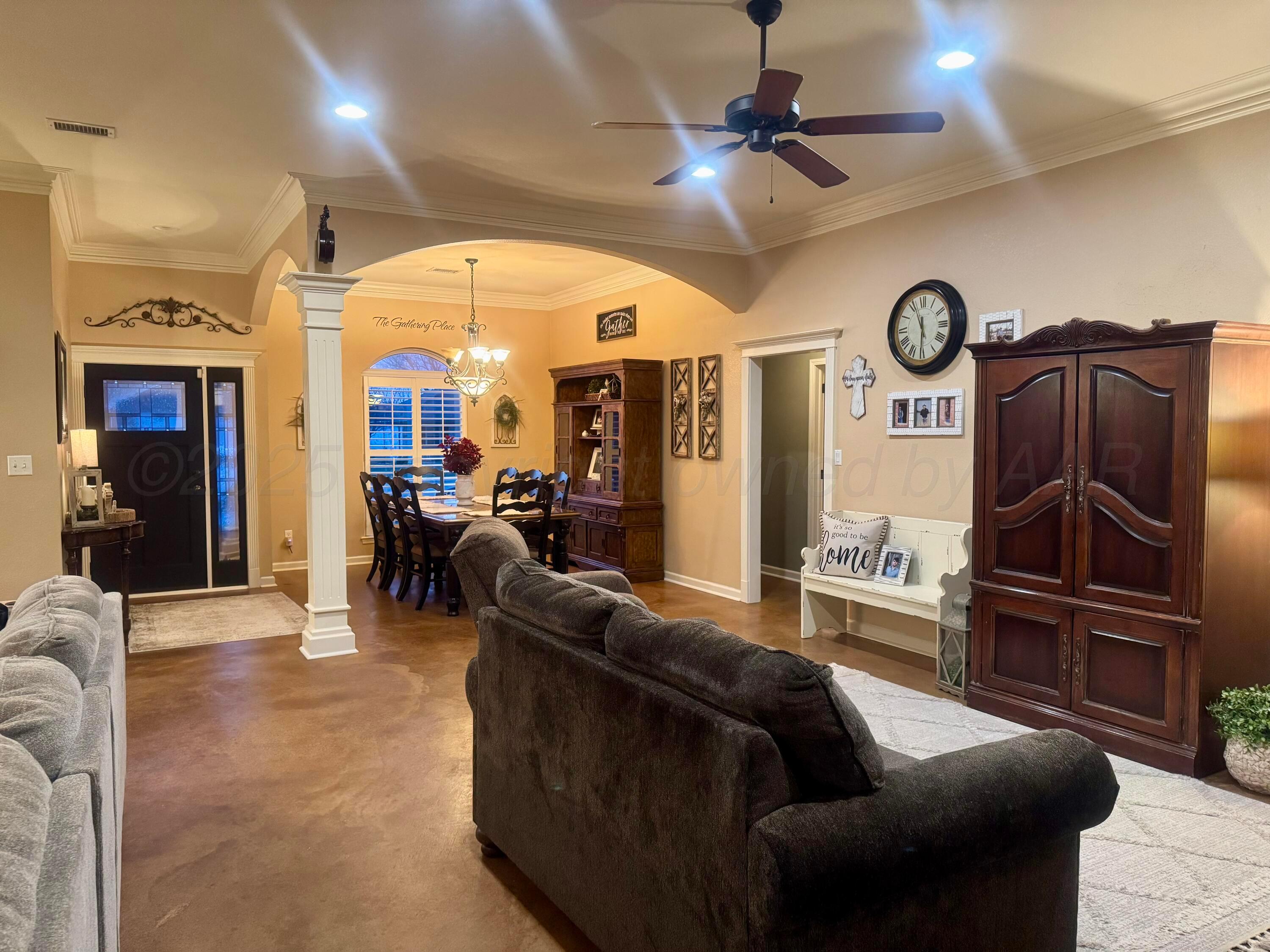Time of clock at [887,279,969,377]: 11:30
